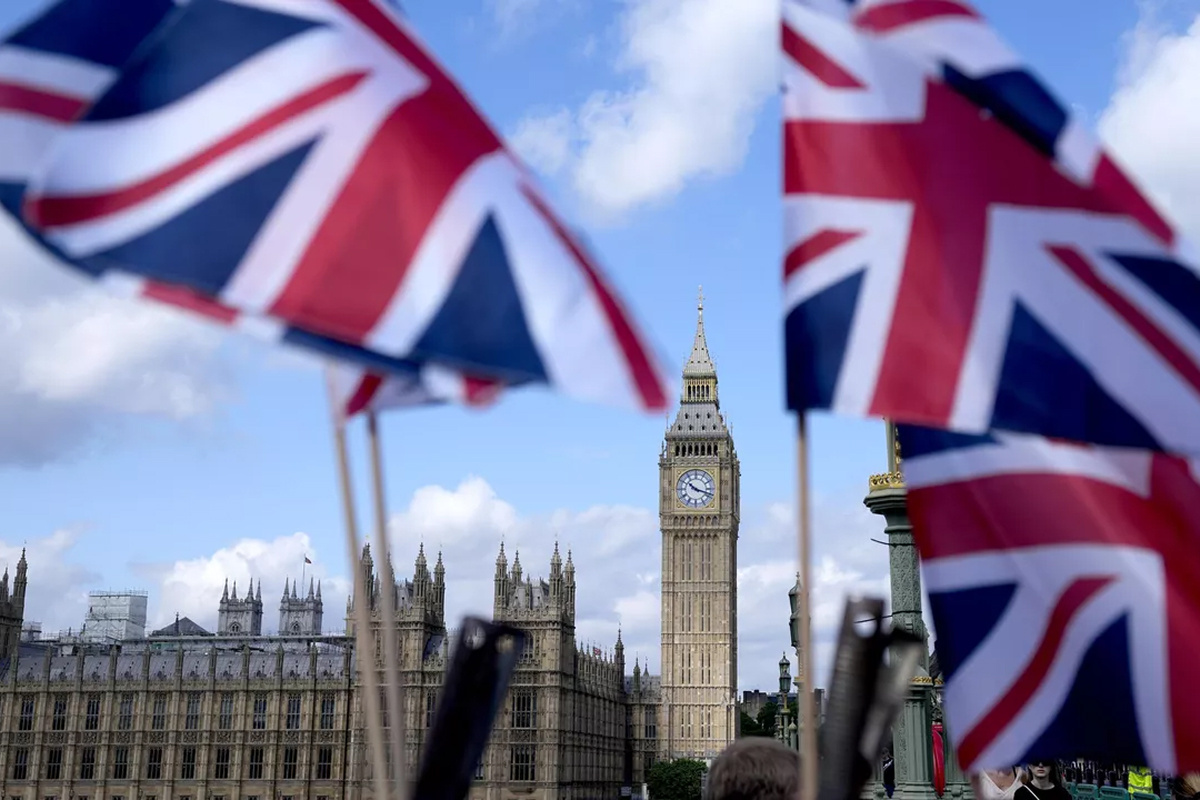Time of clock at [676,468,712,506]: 10:17
